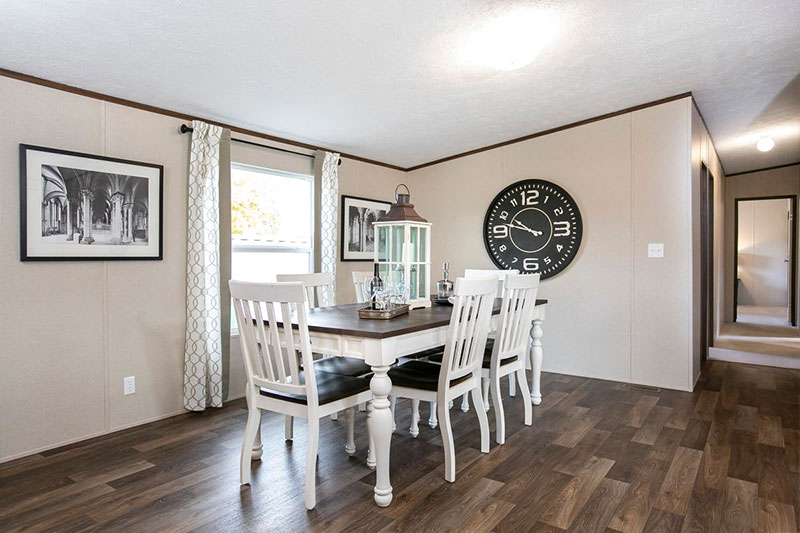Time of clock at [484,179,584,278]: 9:47
